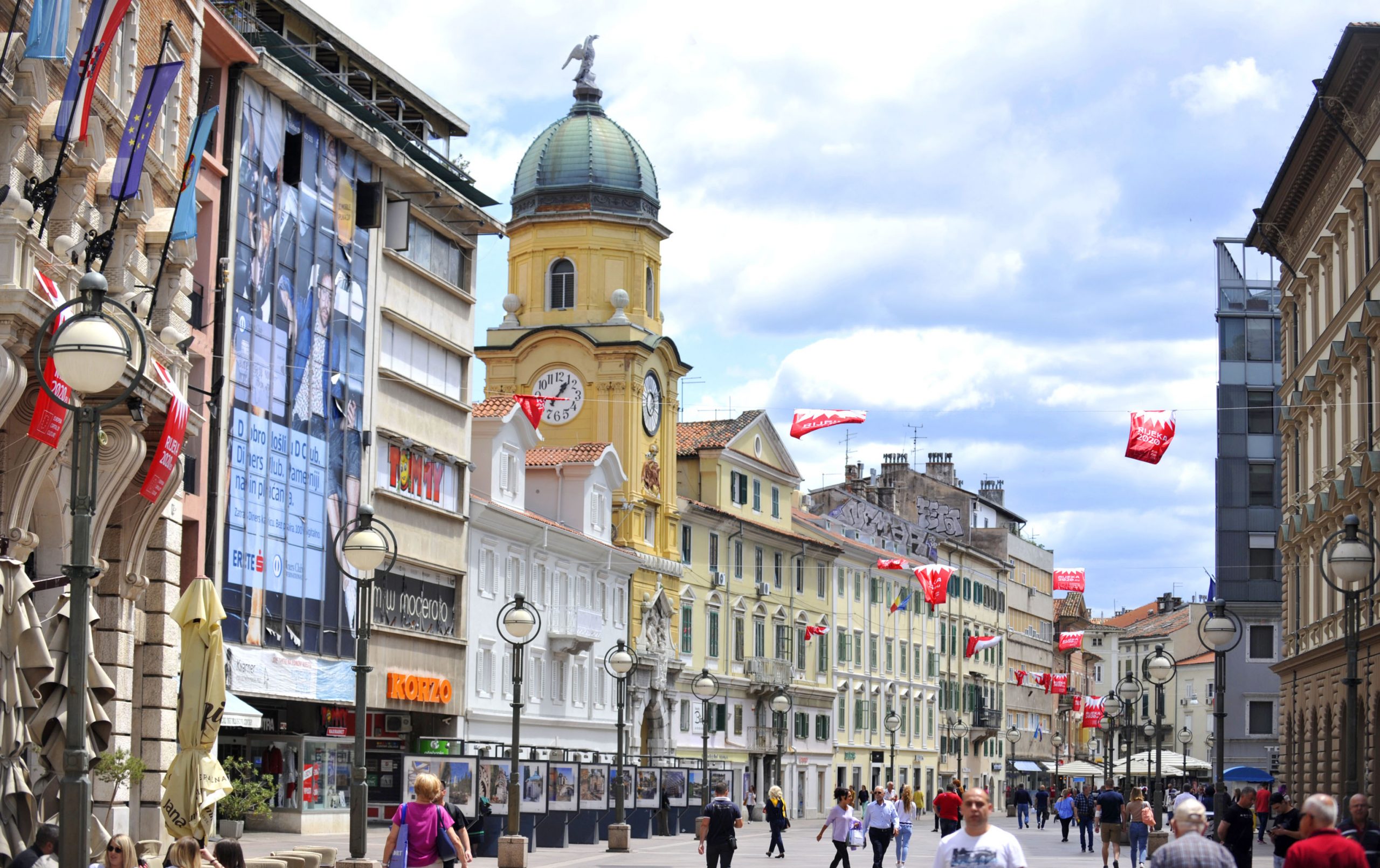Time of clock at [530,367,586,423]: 1:06
